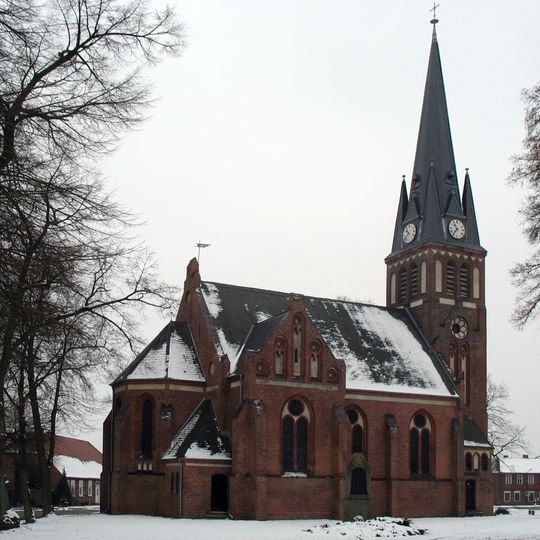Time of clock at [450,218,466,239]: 10:36
